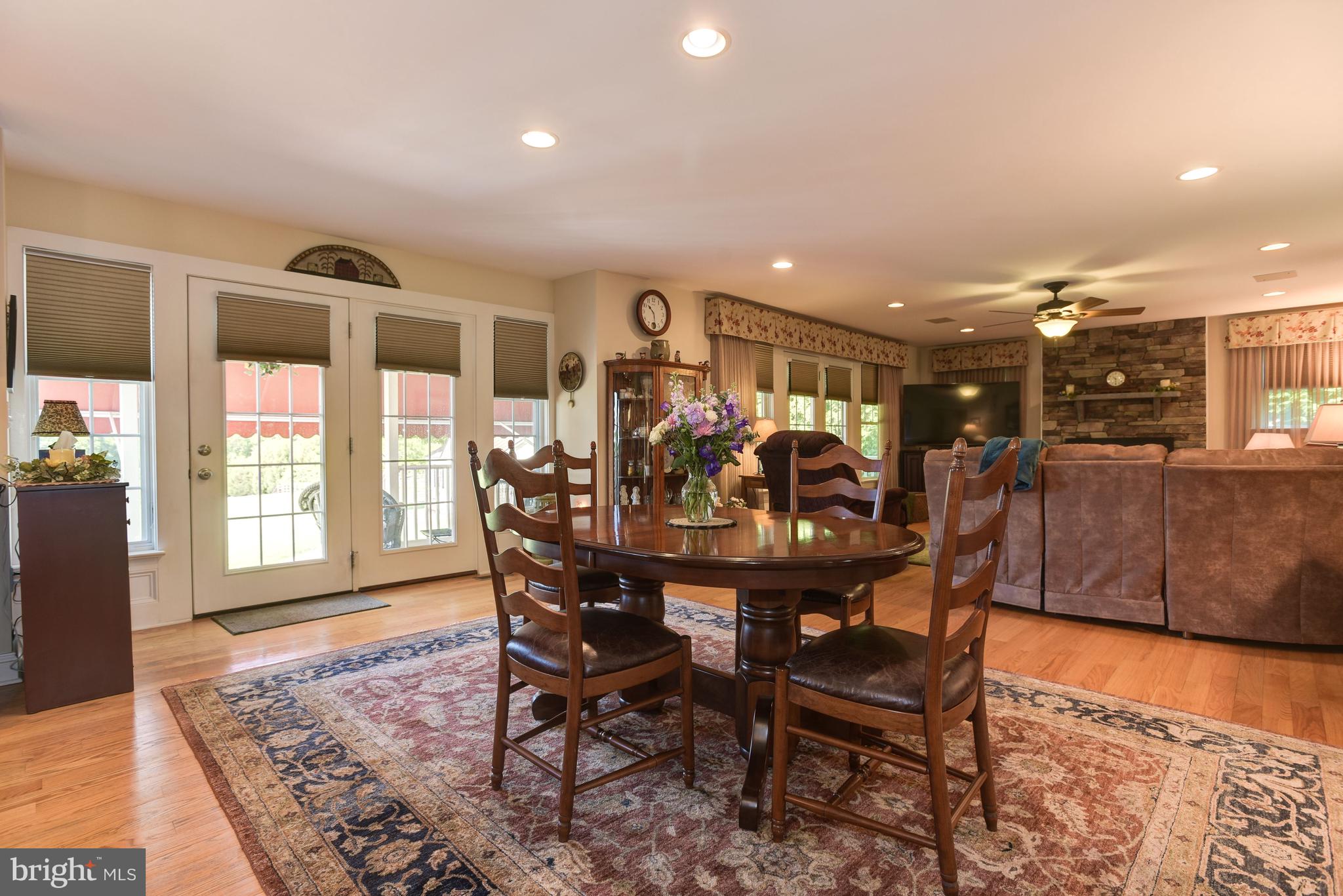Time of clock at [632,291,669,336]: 10:28
